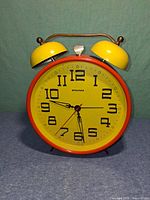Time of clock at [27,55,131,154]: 5:47
